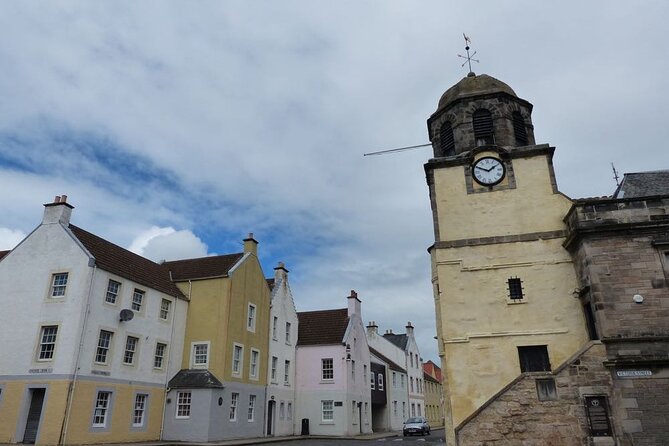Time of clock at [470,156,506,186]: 1:49
